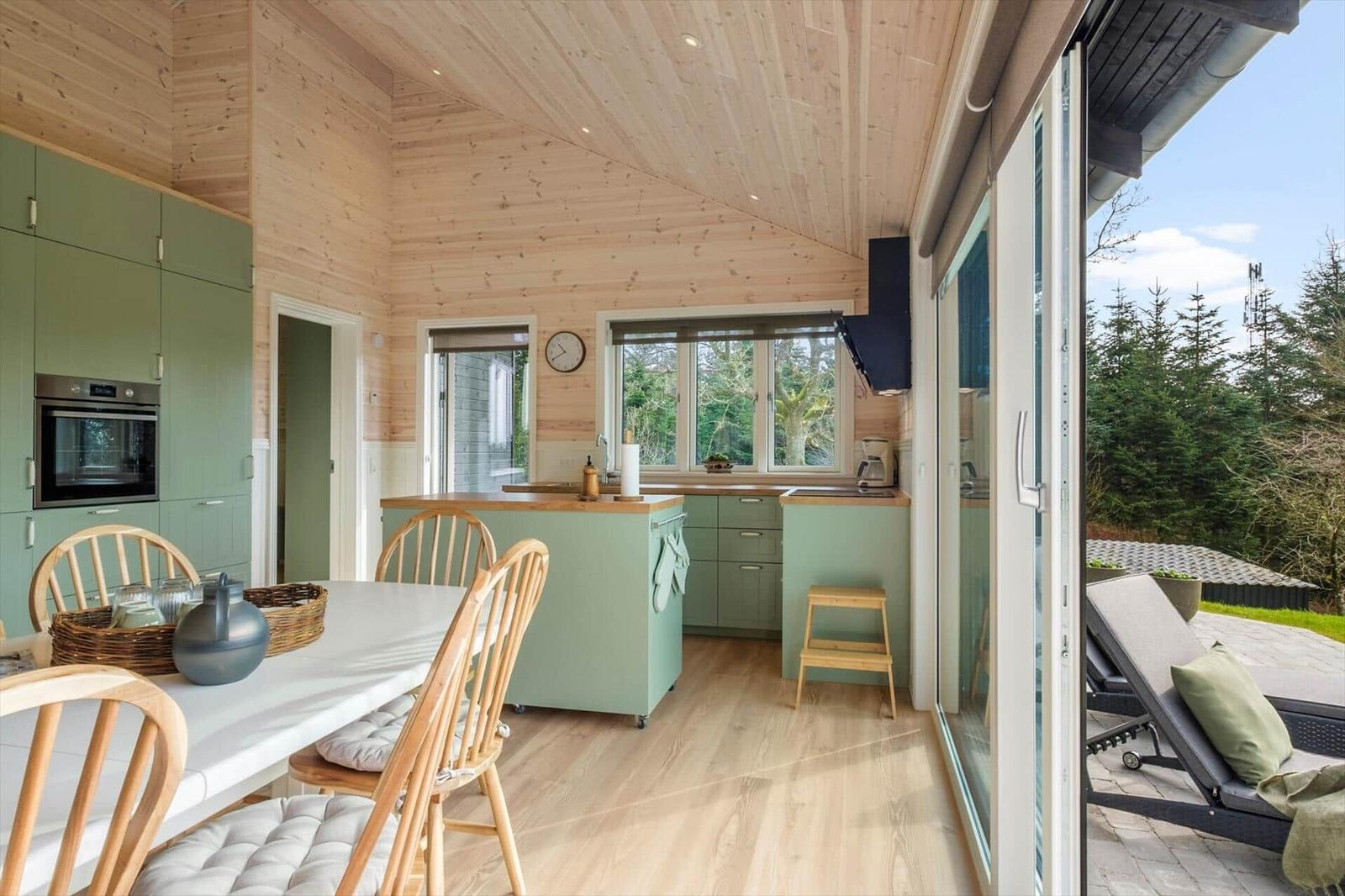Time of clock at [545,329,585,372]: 10:40
